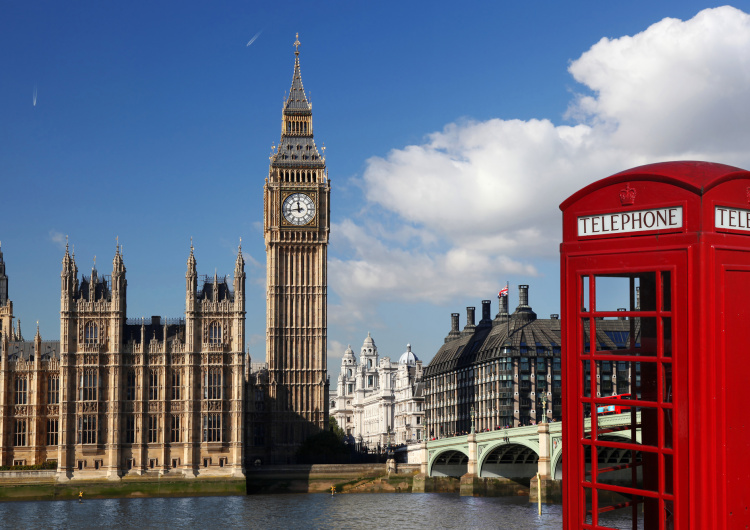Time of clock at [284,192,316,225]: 11:43
